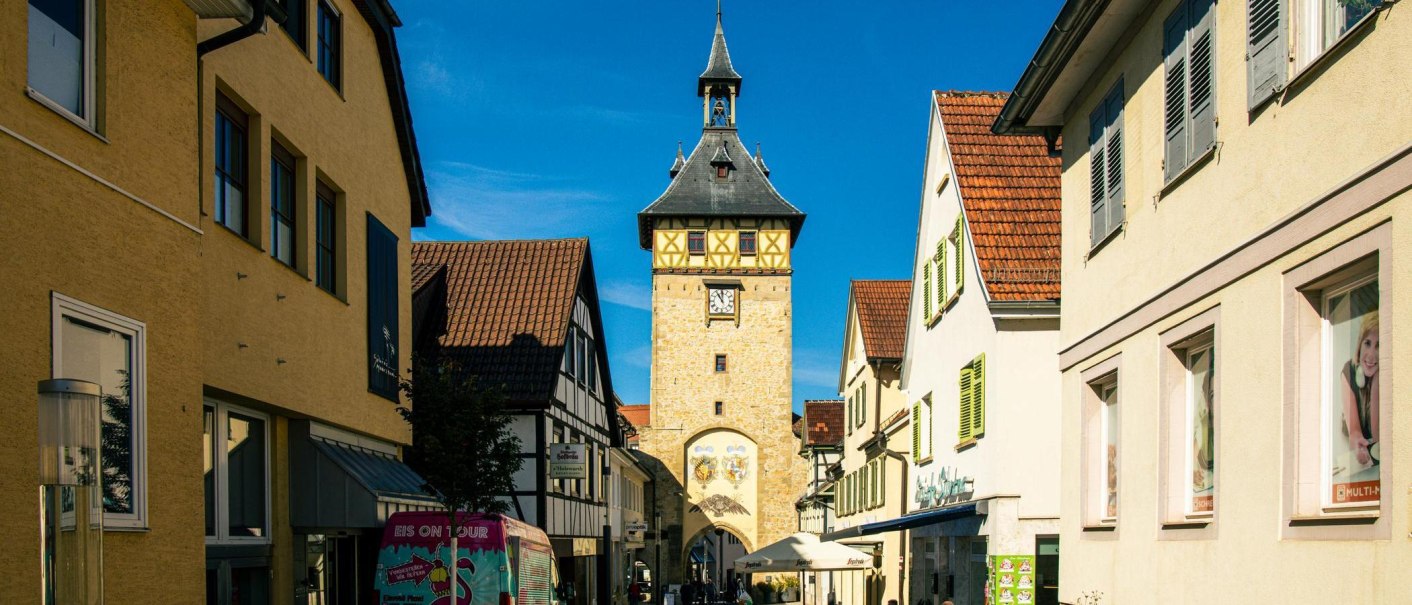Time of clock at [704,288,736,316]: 11:00
